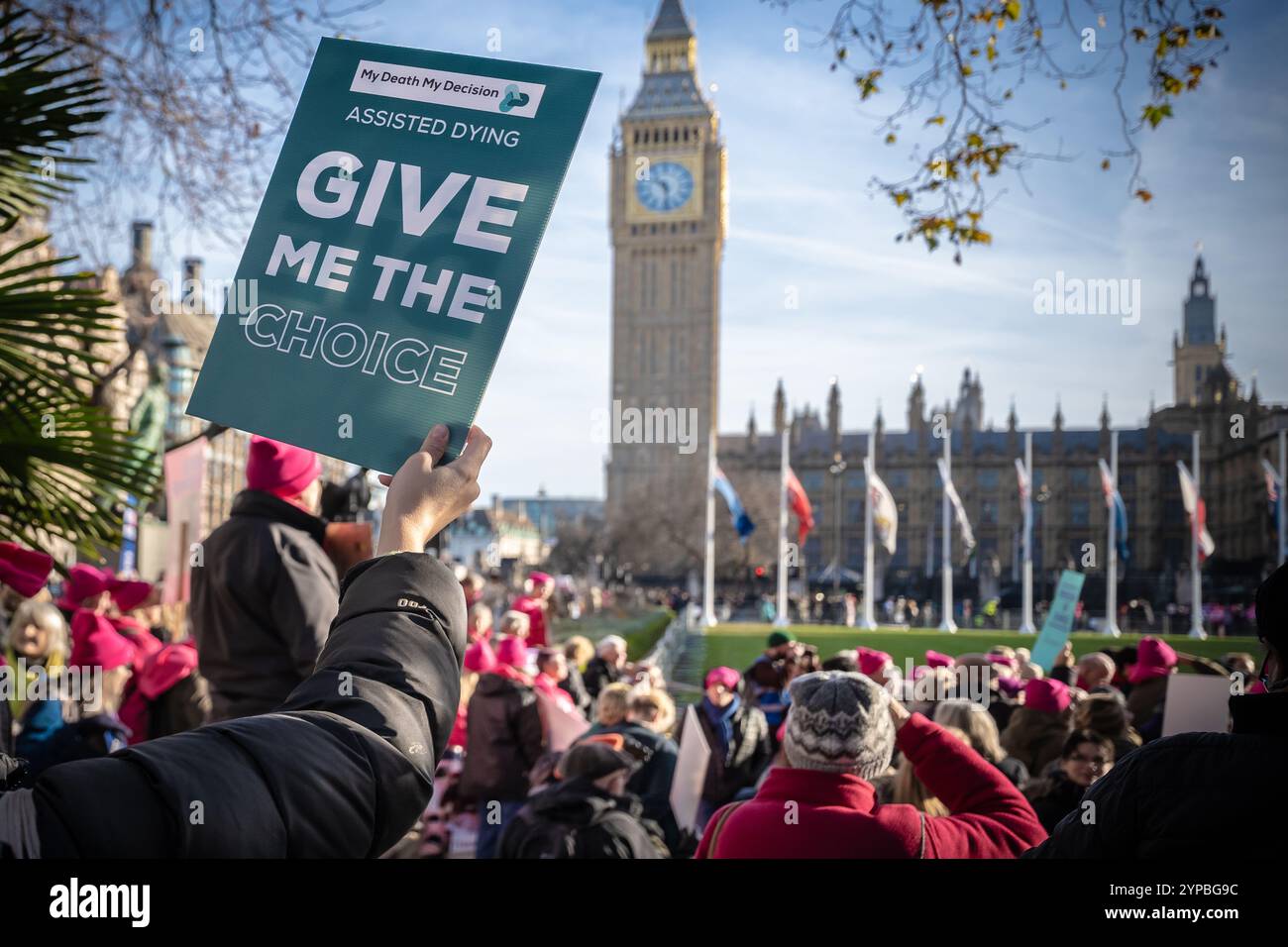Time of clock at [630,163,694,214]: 10:28
